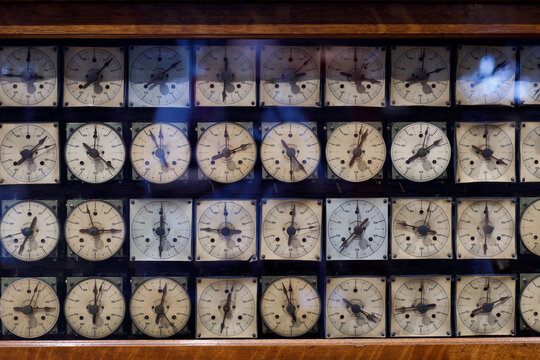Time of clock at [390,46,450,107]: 8:11
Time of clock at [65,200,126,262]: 9:14
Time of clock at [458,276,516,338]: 8:11
